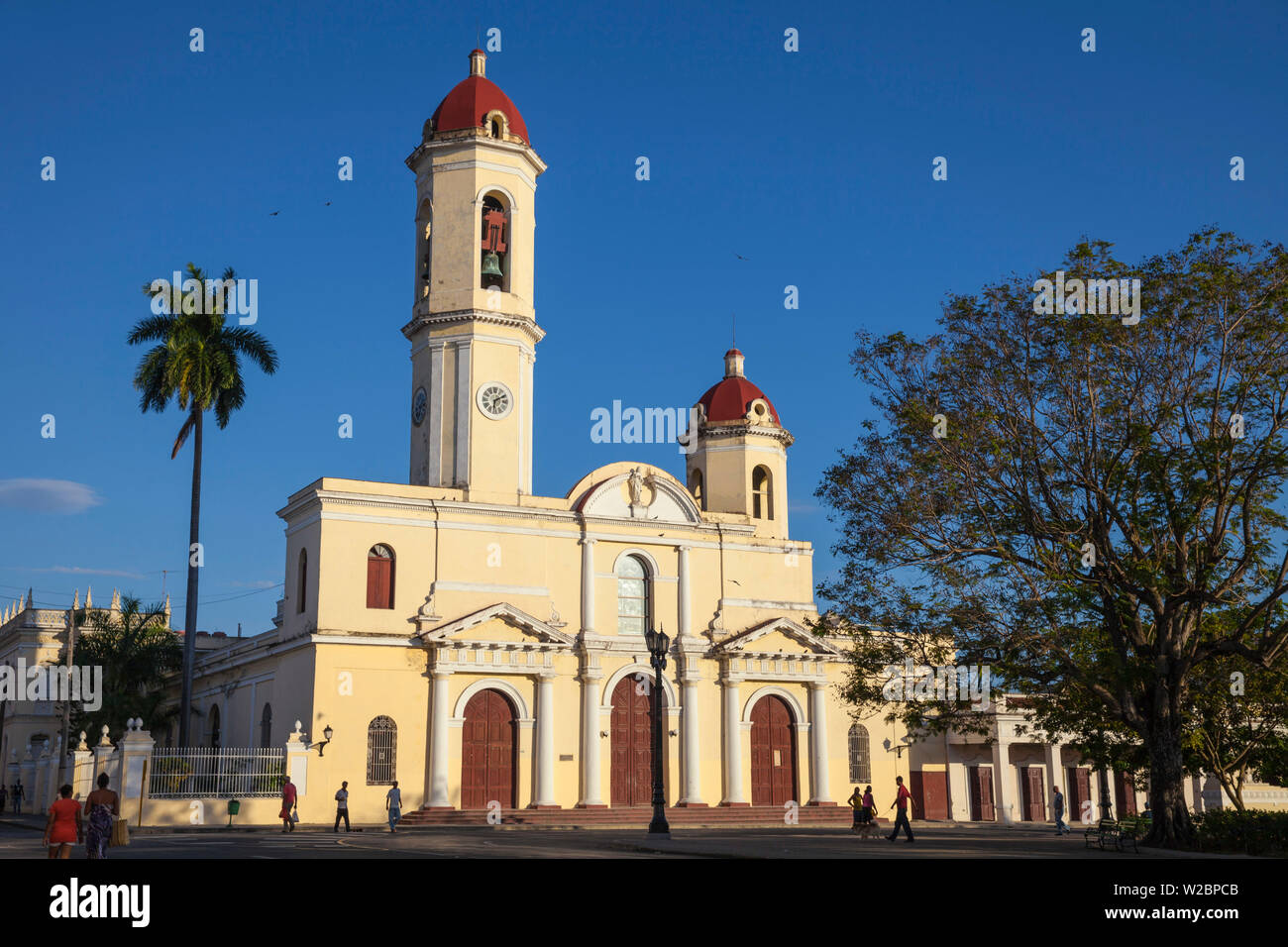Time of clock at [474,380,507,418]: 6:10
